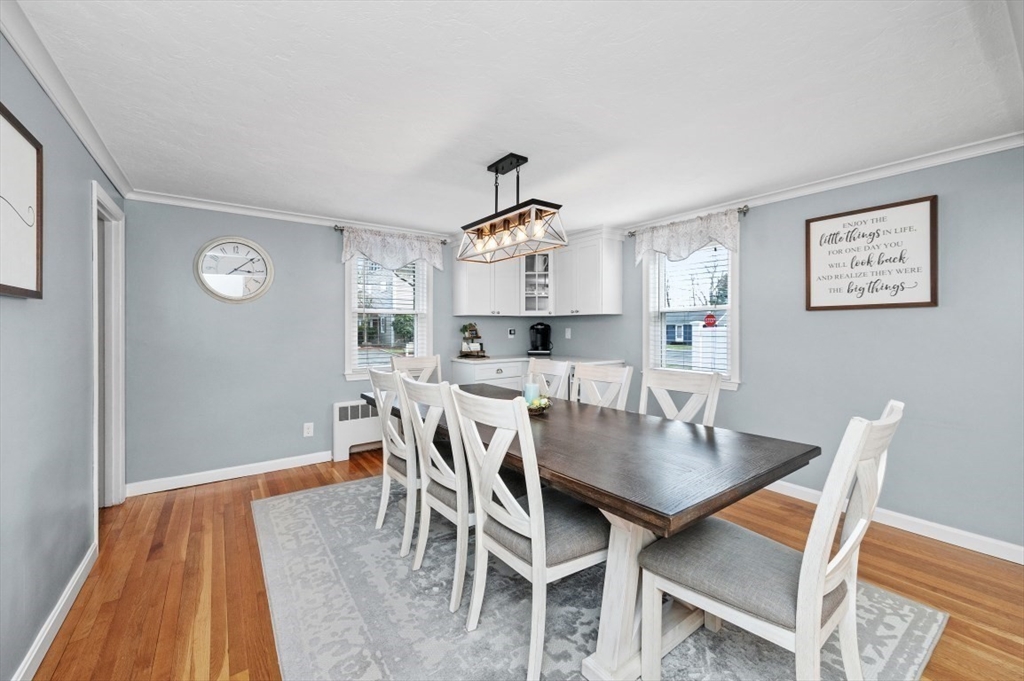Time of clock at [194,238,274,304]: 3:08
